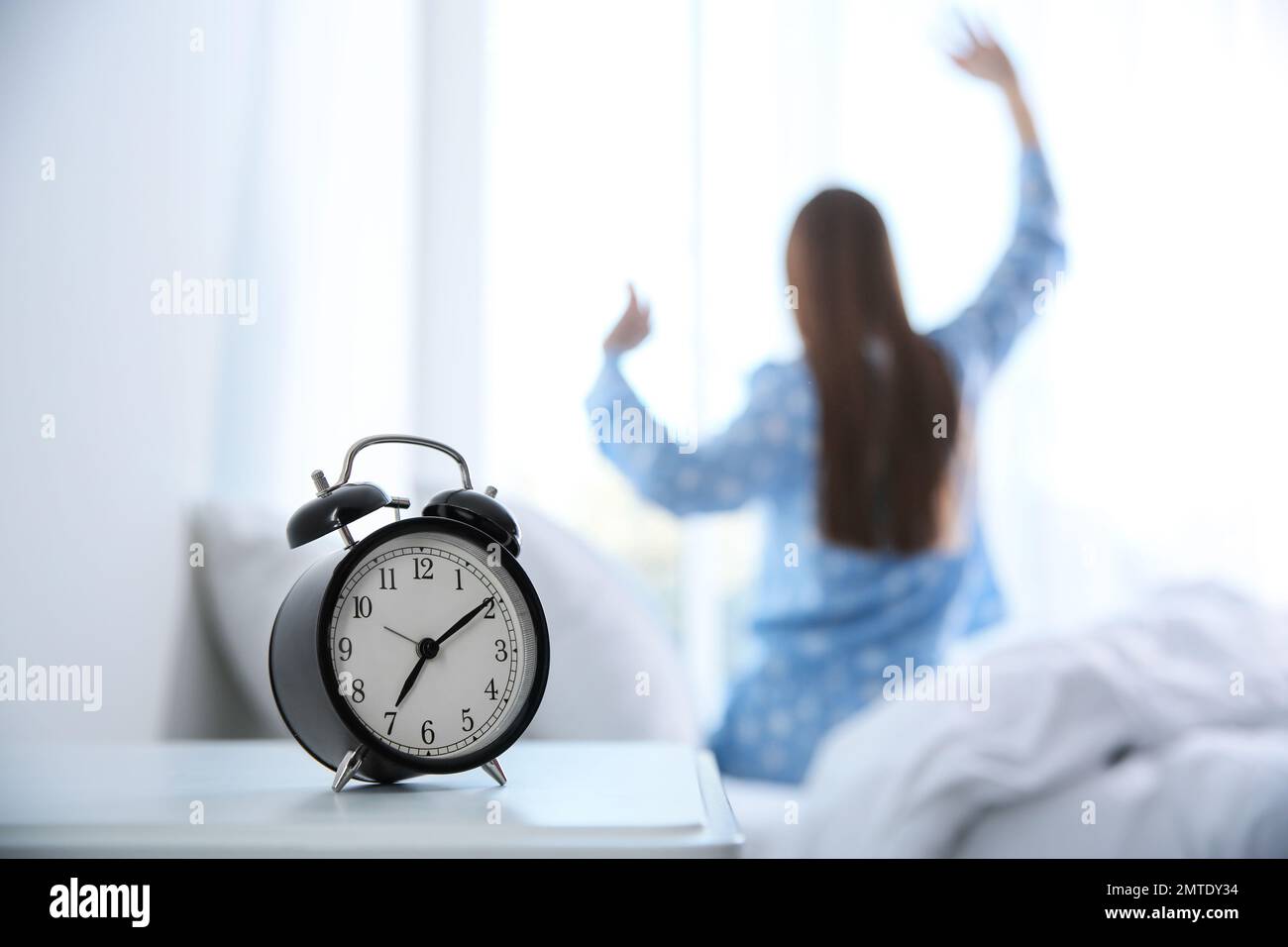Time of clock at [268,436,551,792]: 7:09
